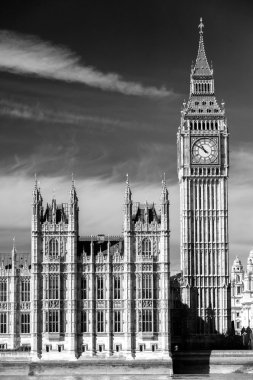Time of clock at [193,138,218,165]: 10:50
